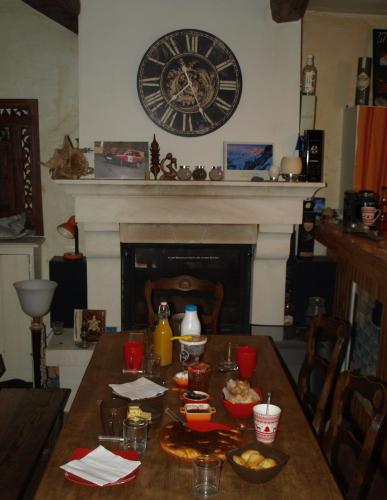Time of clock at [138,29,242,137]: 7:25
